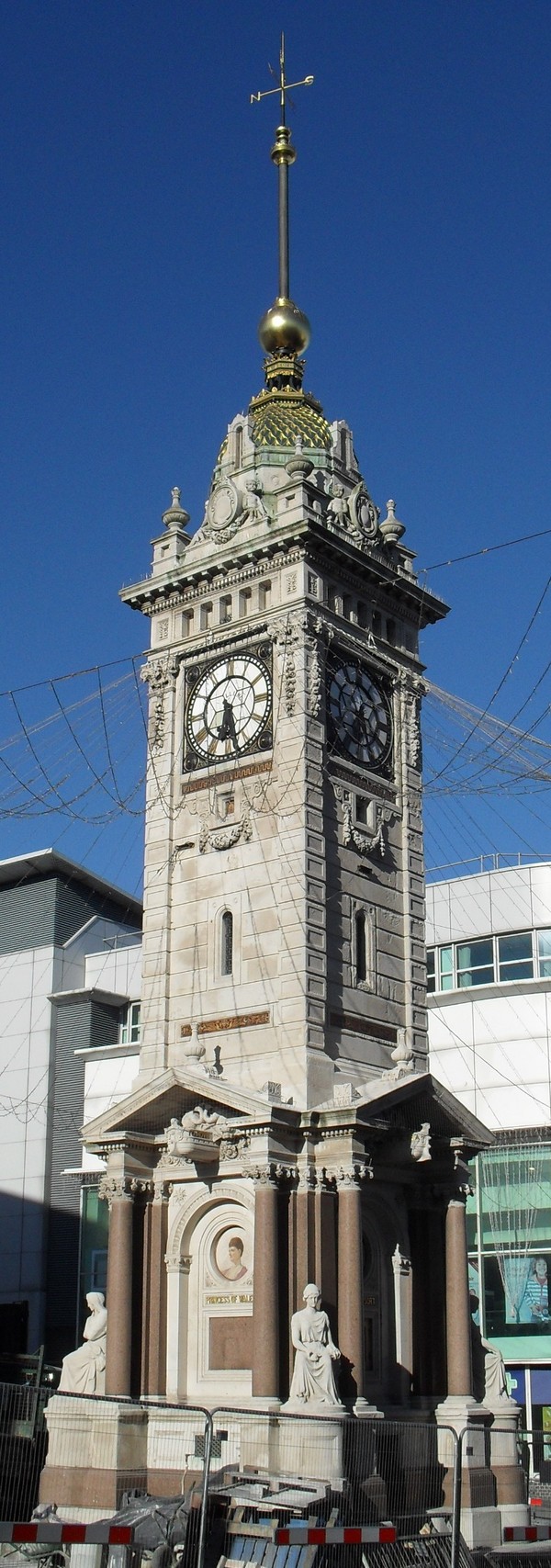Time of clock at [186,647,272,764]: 6:27
